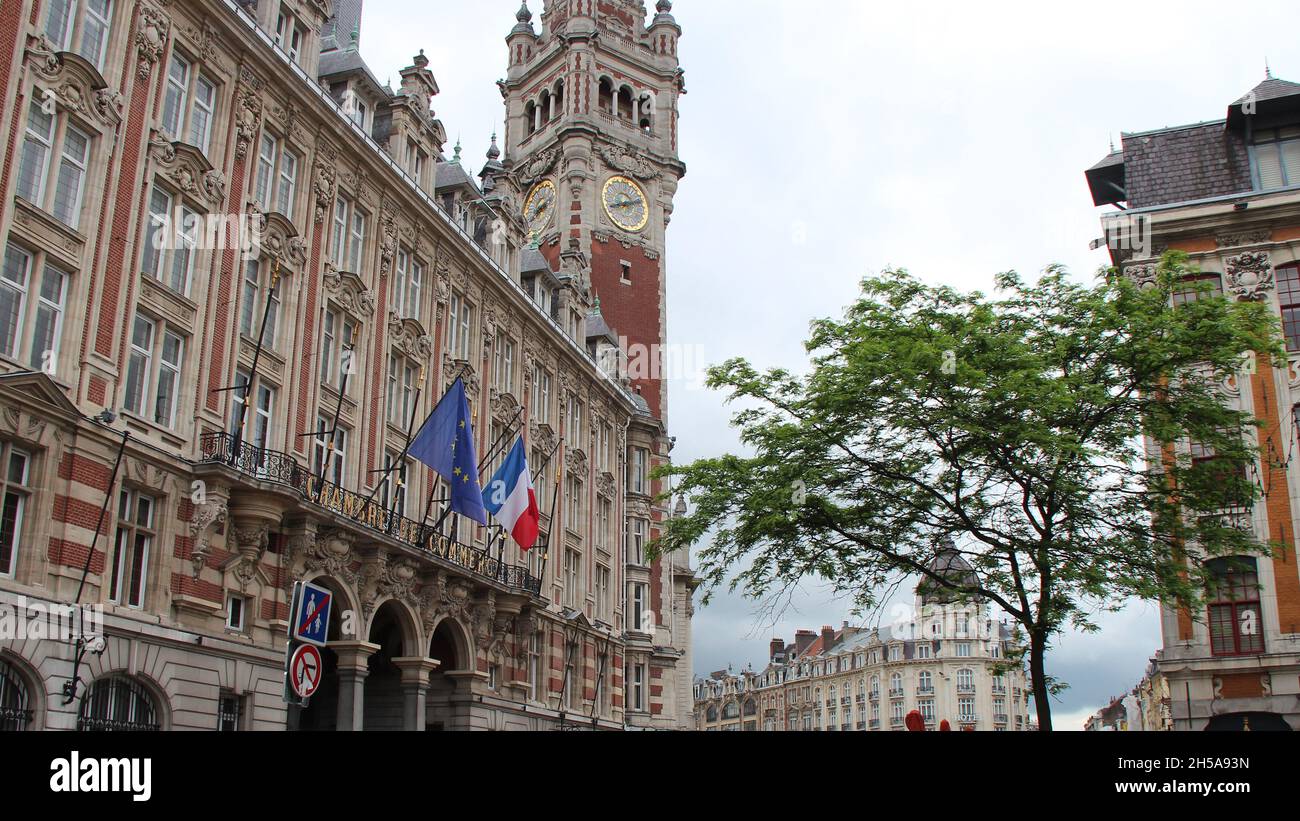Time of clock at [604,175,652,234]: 8:12
